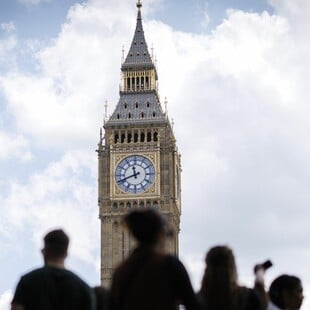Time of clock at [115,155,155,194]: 11:41
